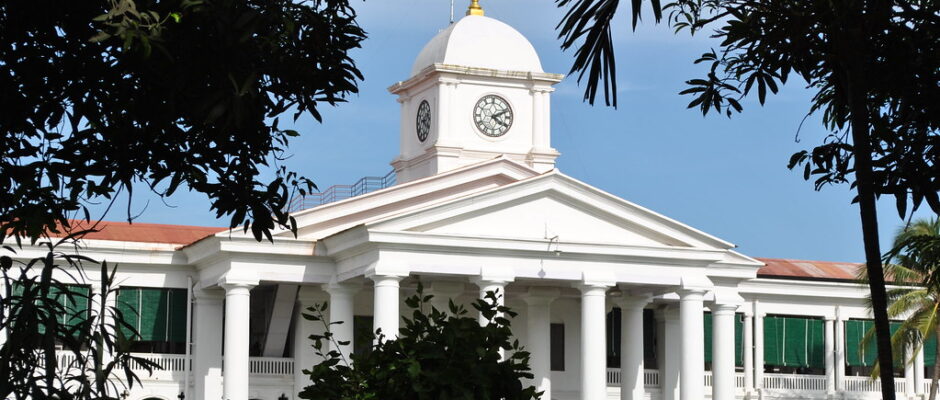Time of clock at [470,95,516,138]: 4:11
